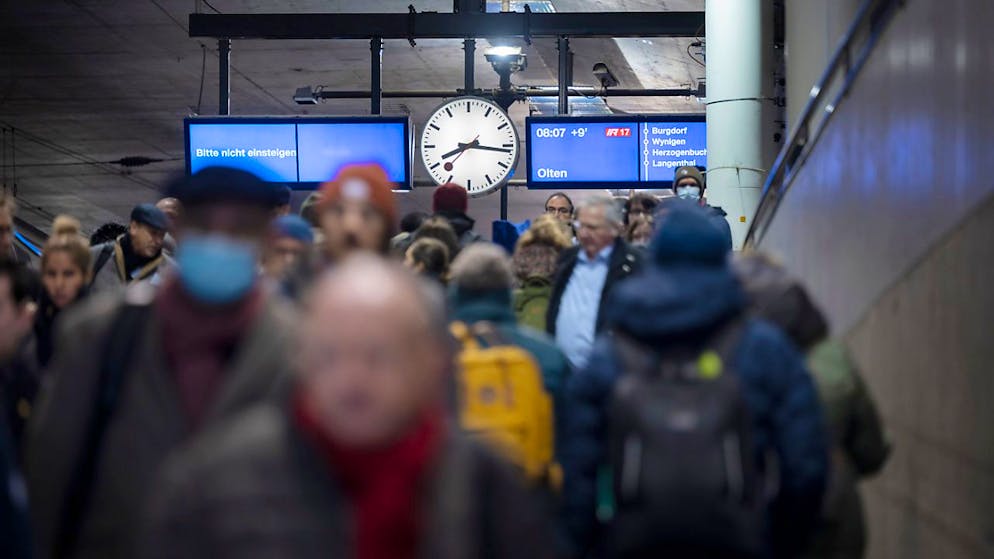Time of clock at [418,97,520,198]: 8:16
